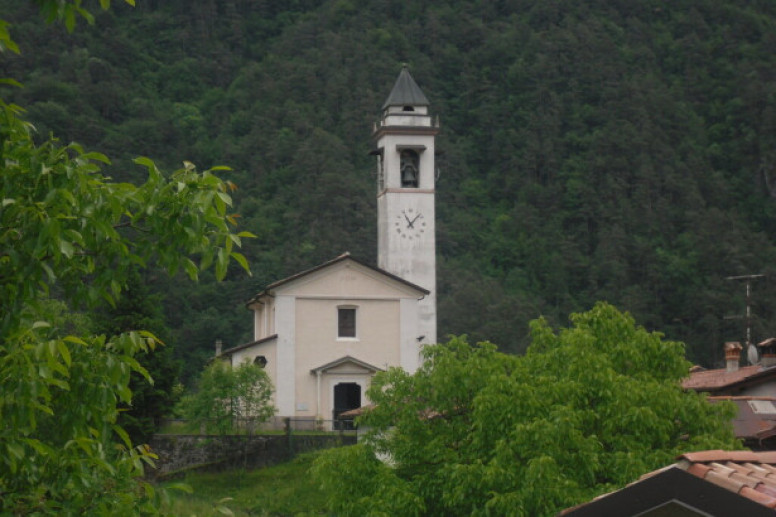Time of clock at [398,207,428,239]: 11:07
